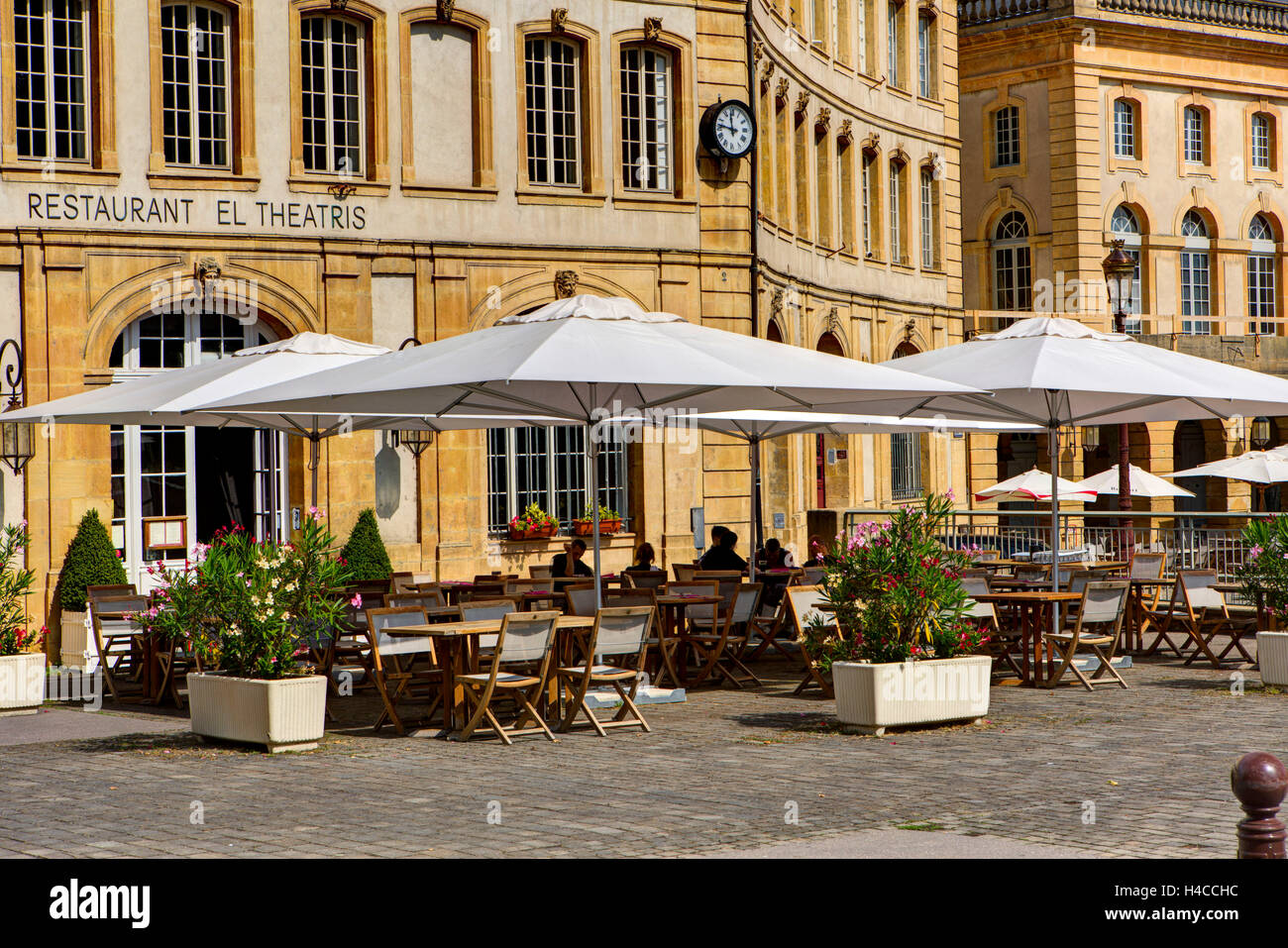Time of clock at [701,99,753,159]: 11:46
